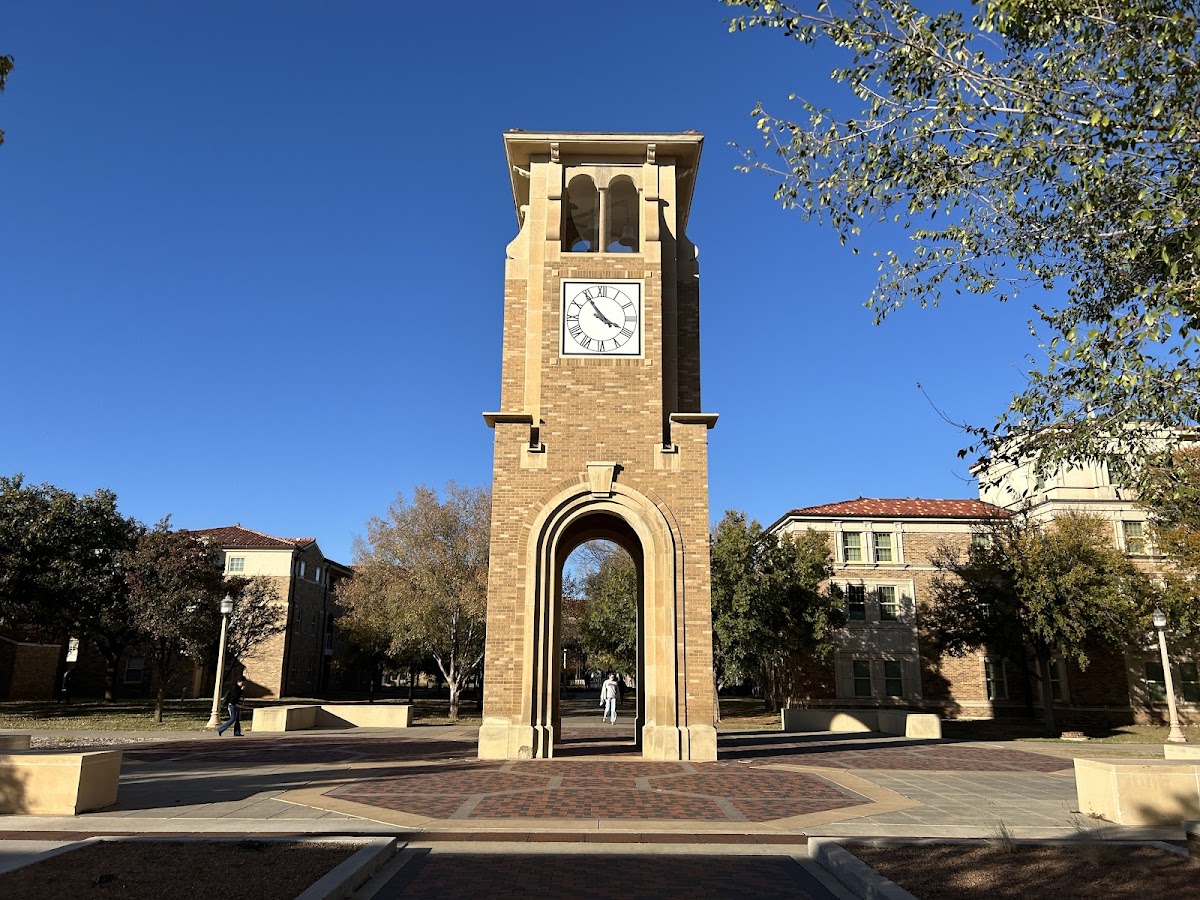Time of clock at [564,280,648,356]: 3:54
